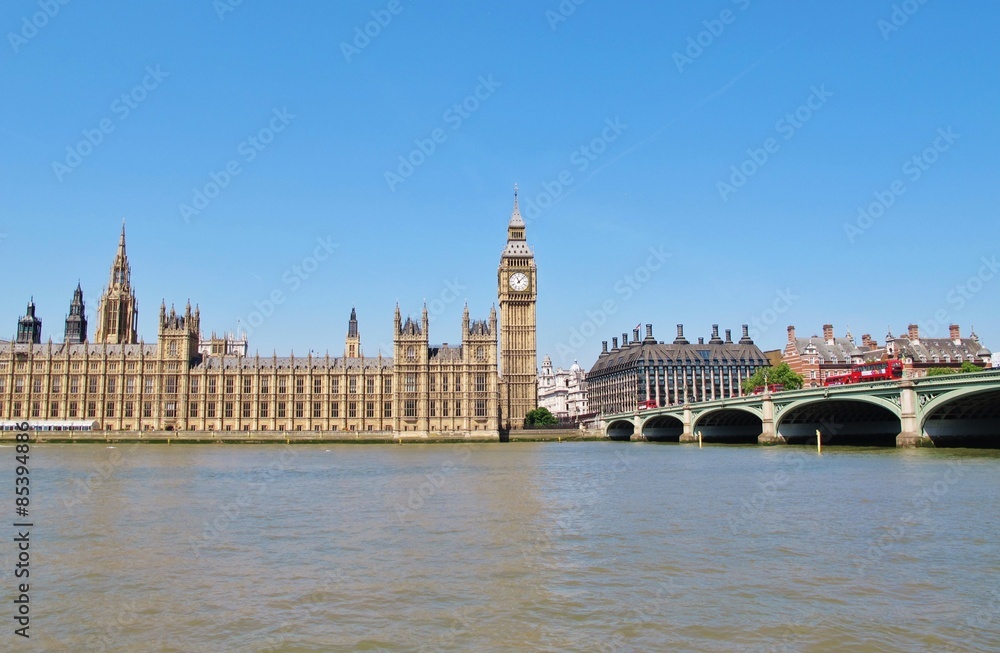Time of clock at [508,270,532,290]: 11:07
